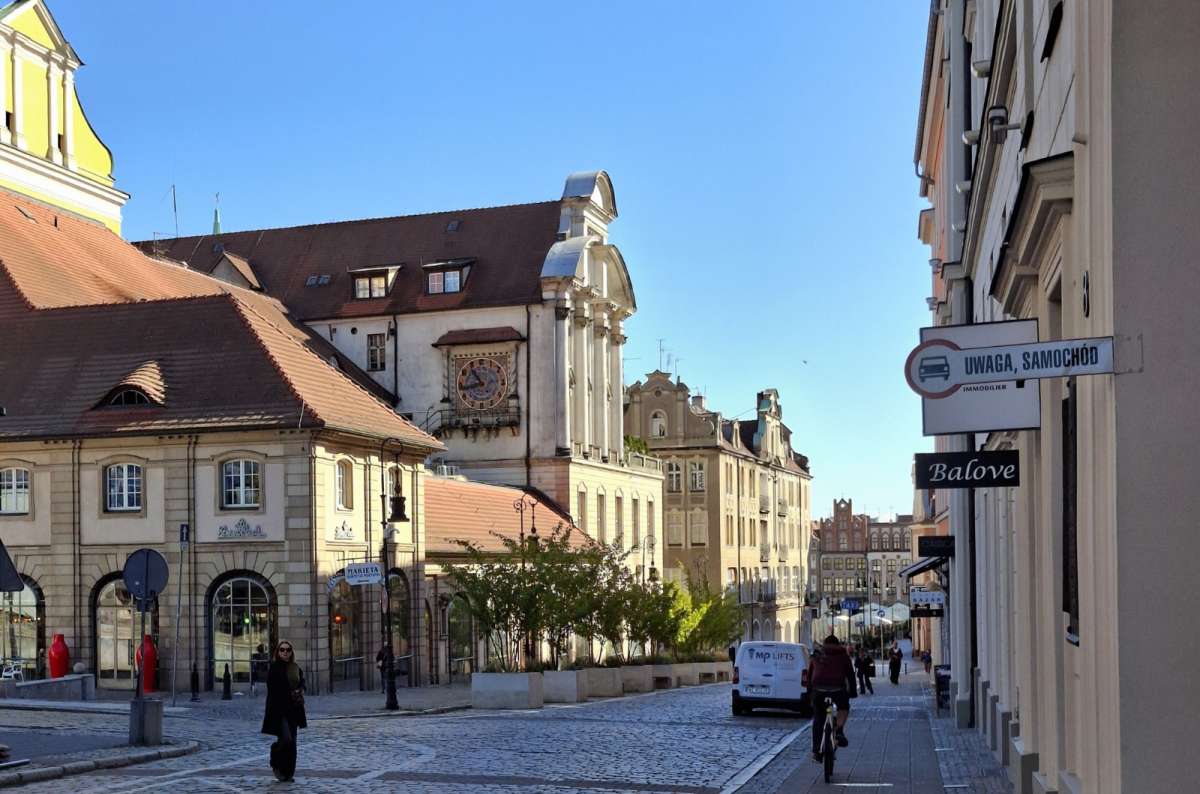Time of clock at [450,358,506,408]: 10:42
